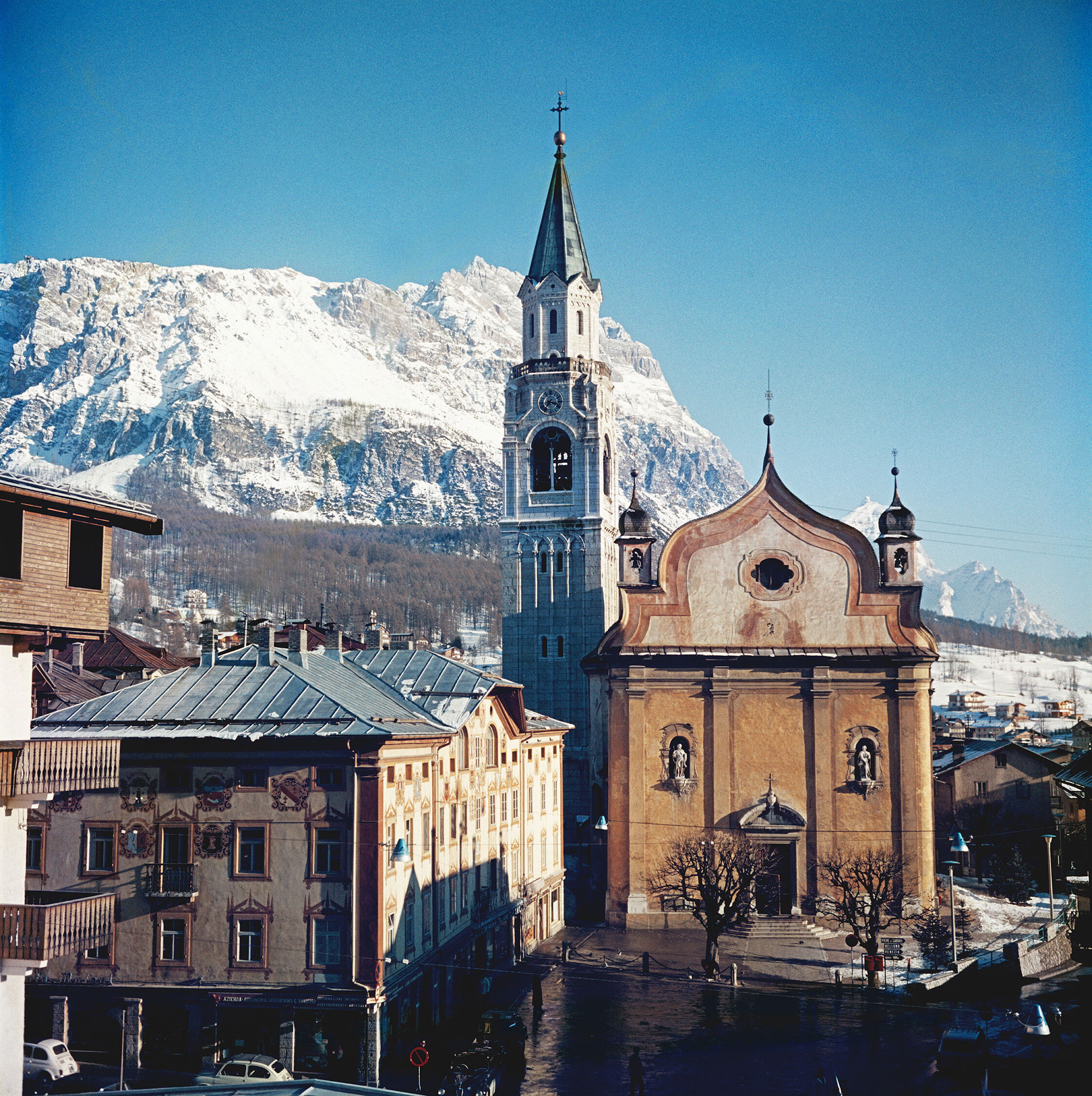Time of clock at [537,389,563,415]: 7:17
